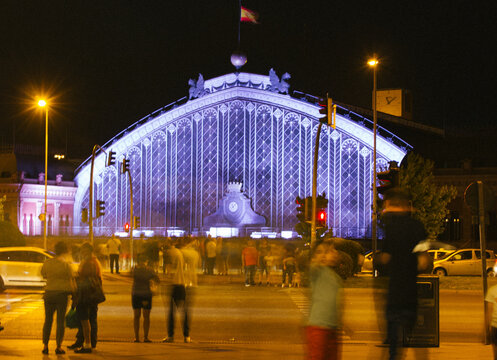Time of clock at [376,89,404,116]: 11:08
